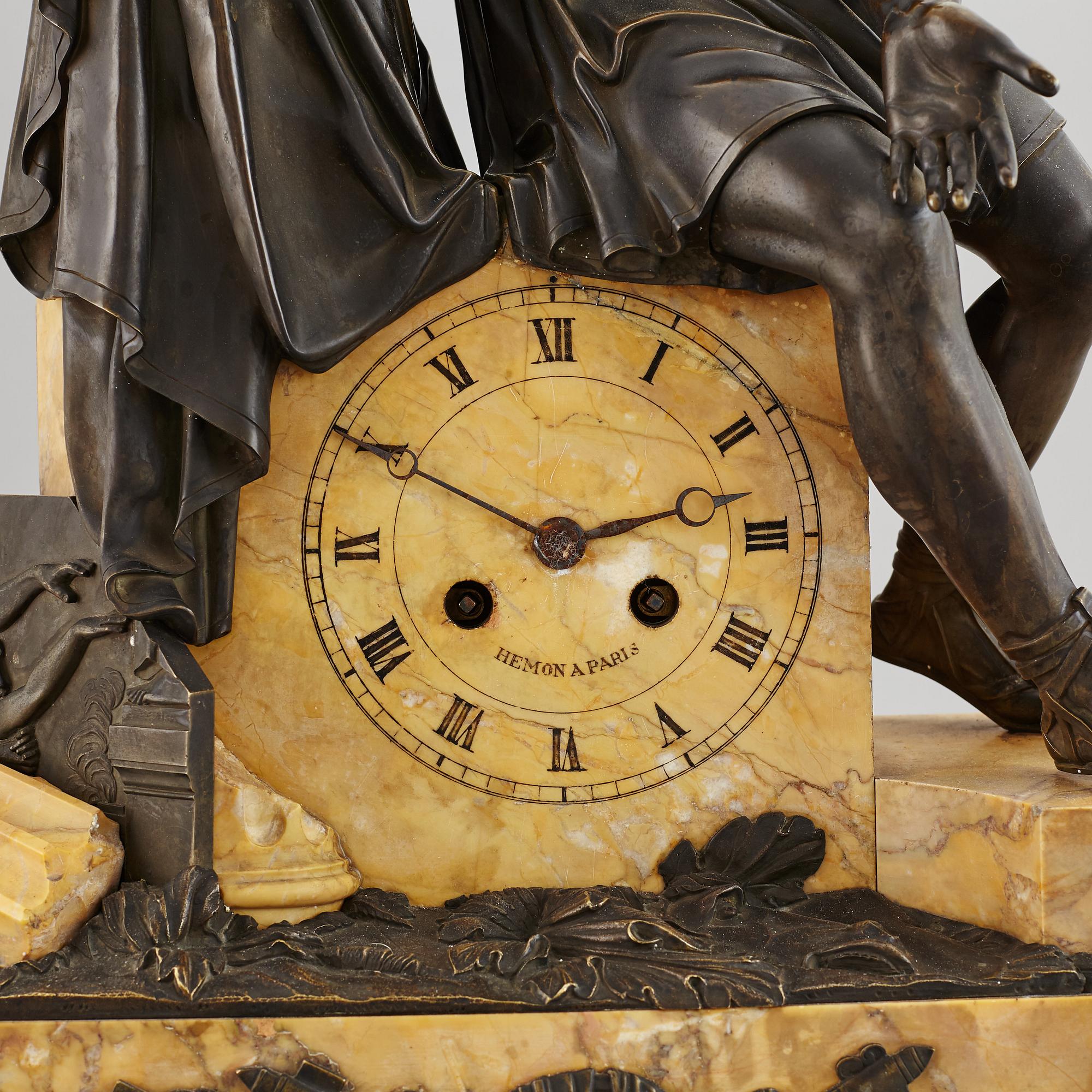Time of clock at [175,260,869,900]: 2:49
